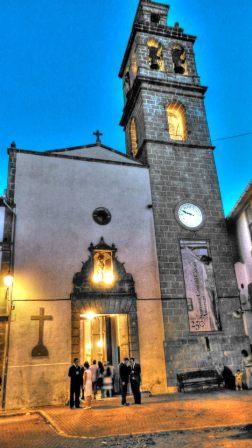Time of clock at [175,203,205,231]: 9:48
